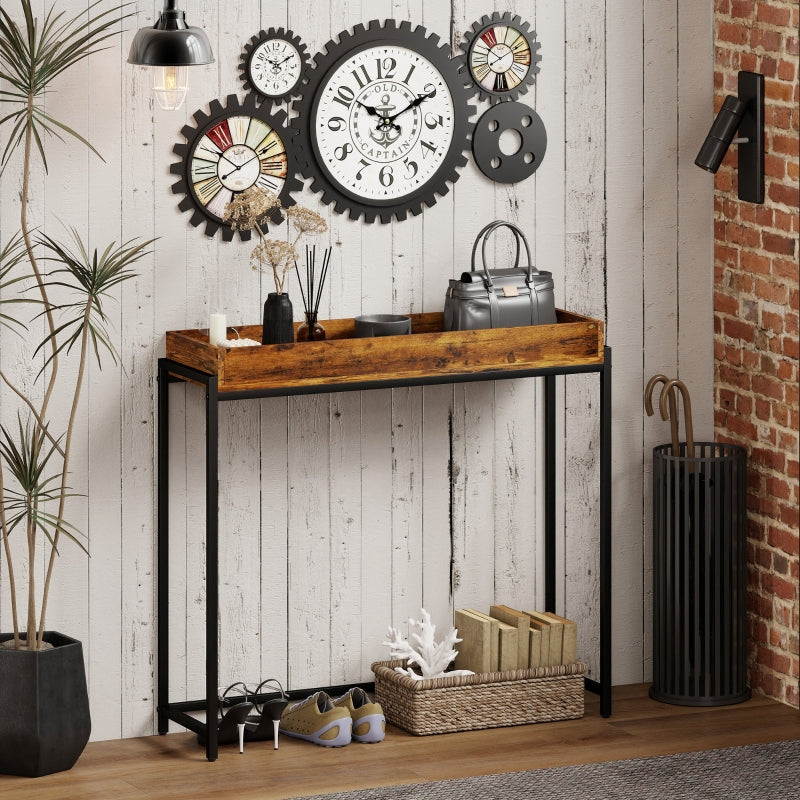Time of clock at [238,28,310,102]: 10:10
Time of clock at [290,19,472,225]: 10:10
